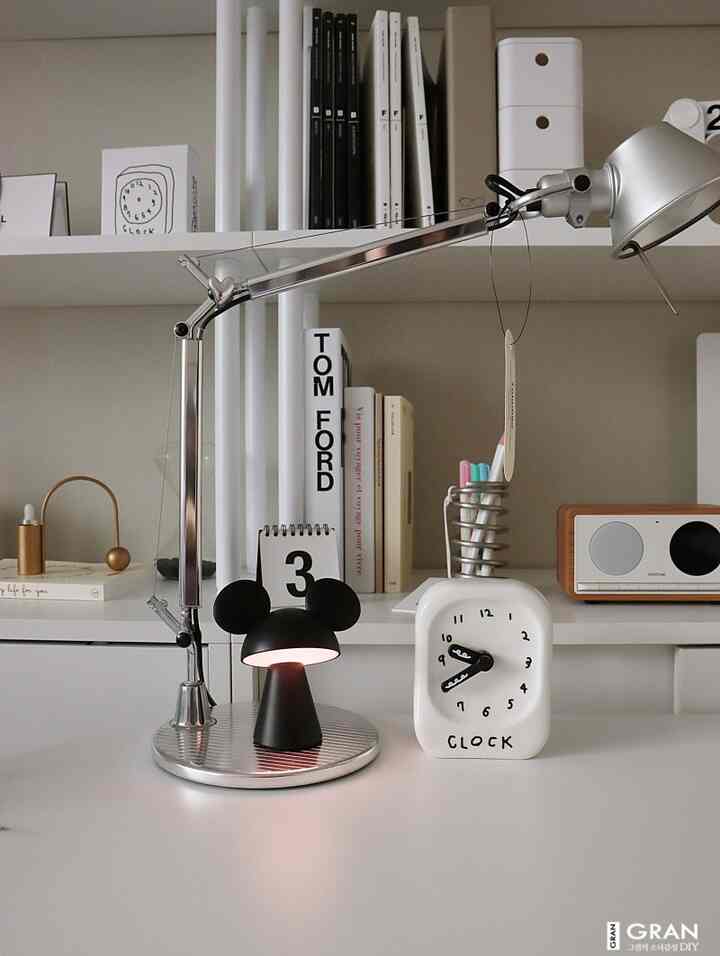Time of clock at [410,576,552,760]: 9:40
